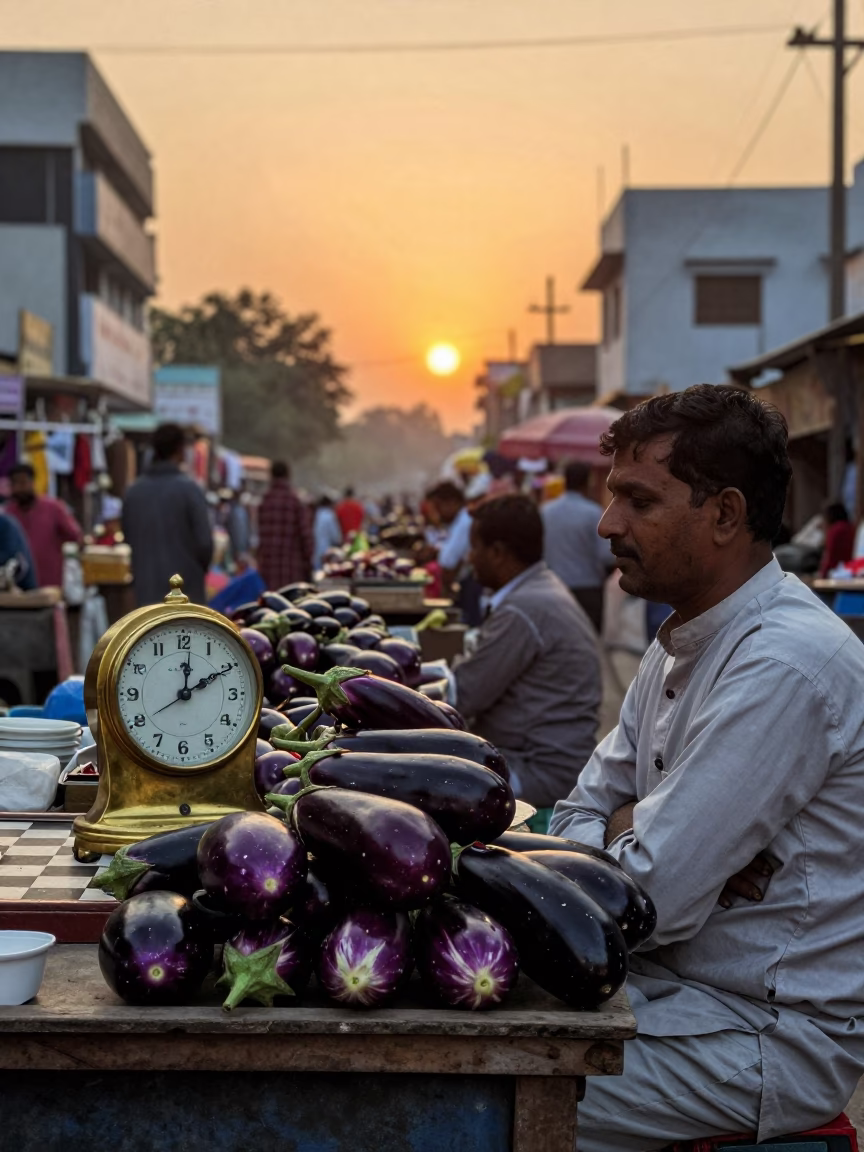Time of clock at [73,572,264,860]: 12:09
